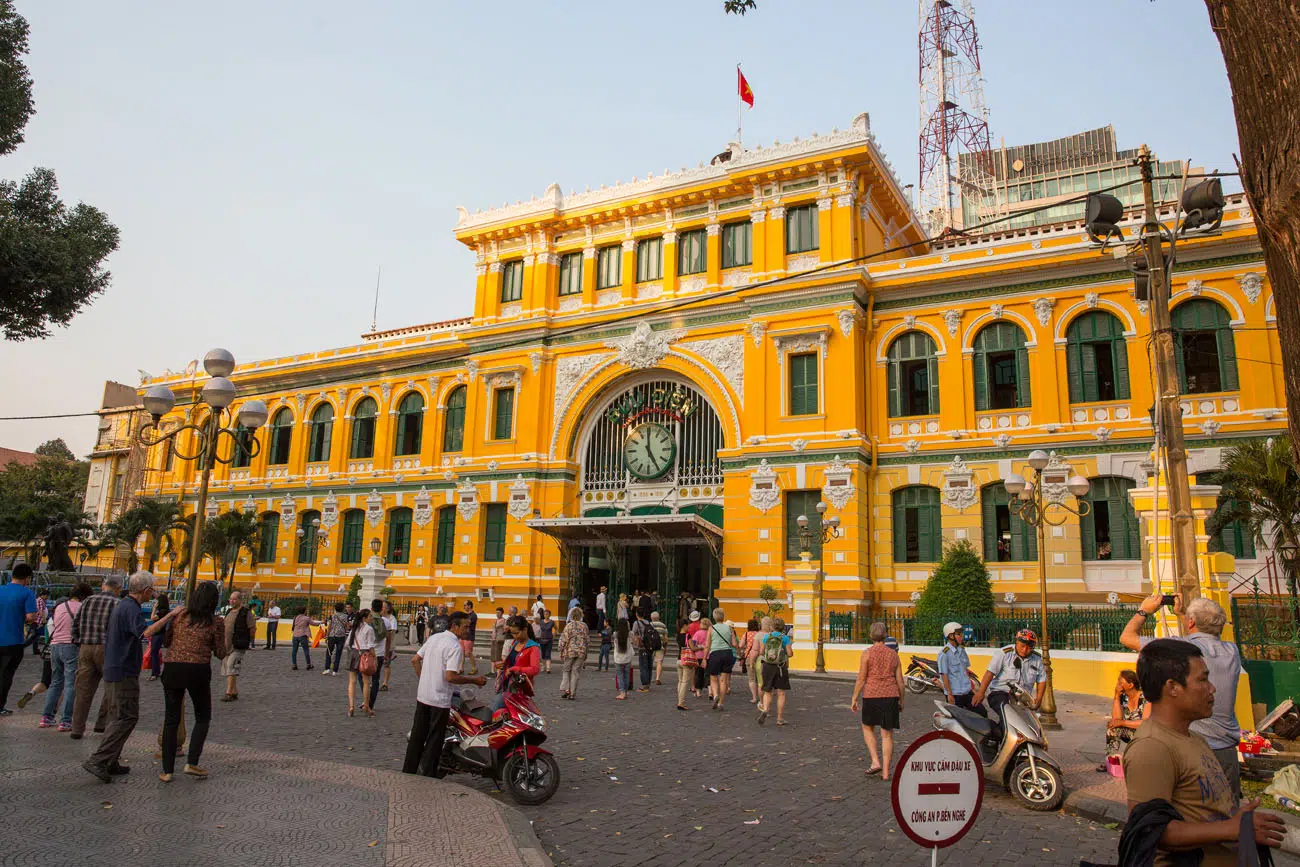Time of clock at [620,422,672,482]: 4:59
